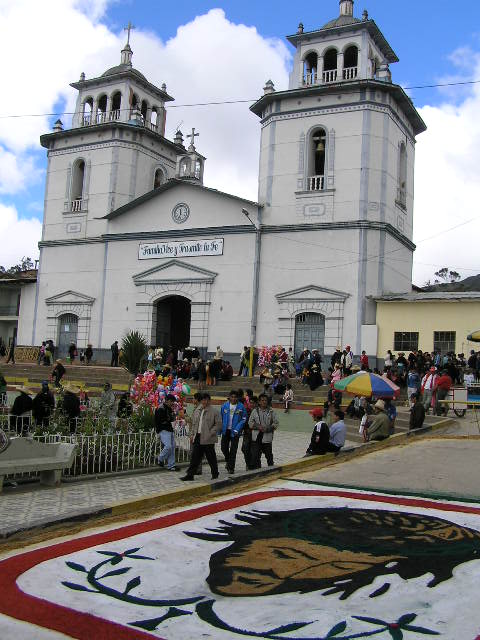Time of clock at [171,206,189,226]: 11:33
